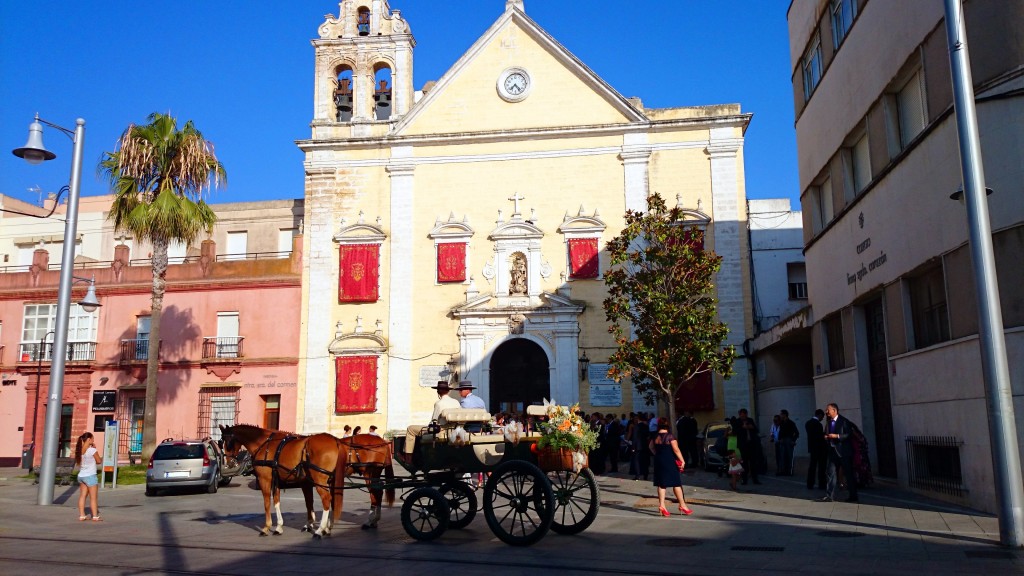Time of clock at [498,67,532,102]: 7:22
